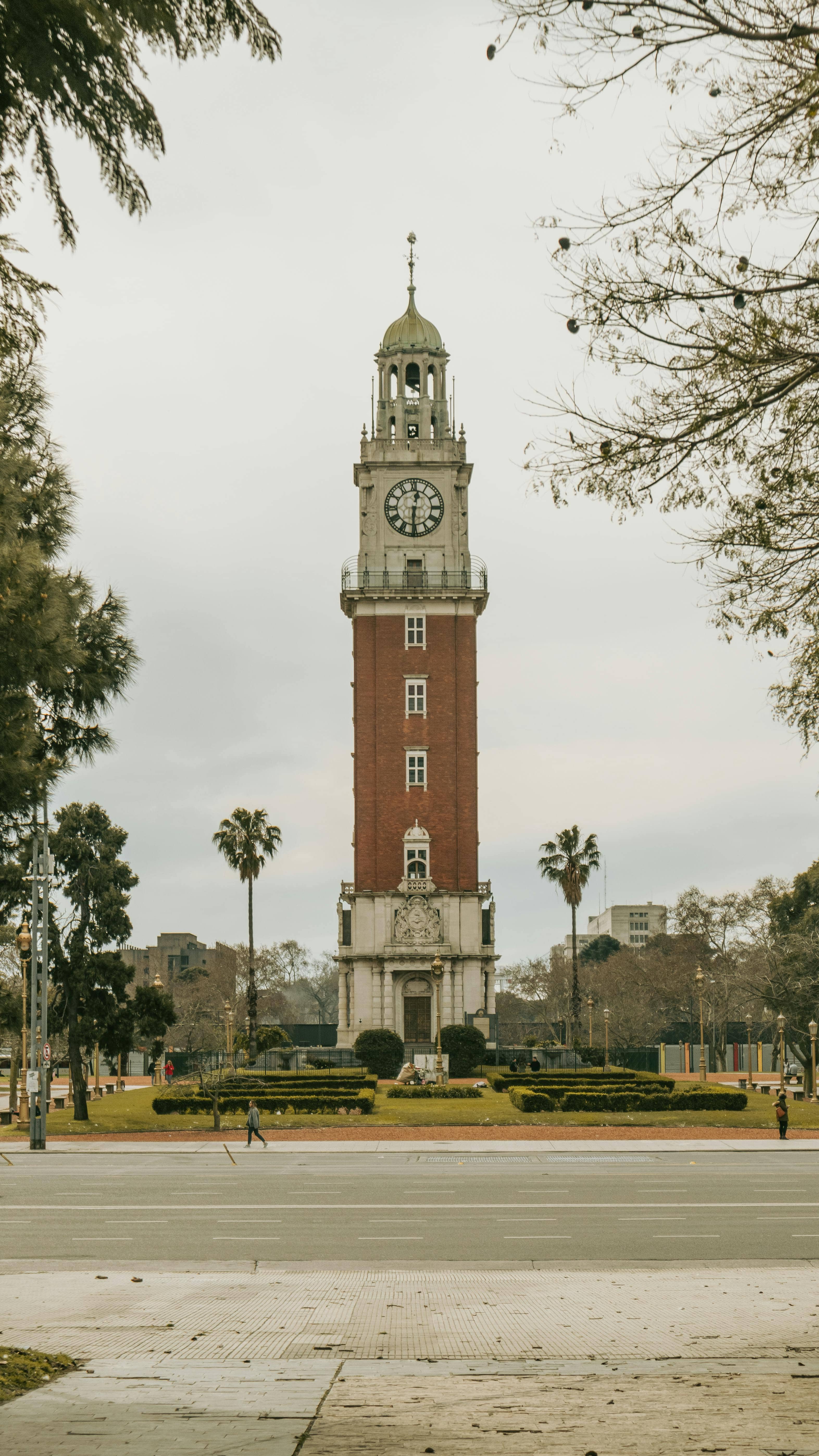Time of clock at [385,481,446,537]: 12:30
